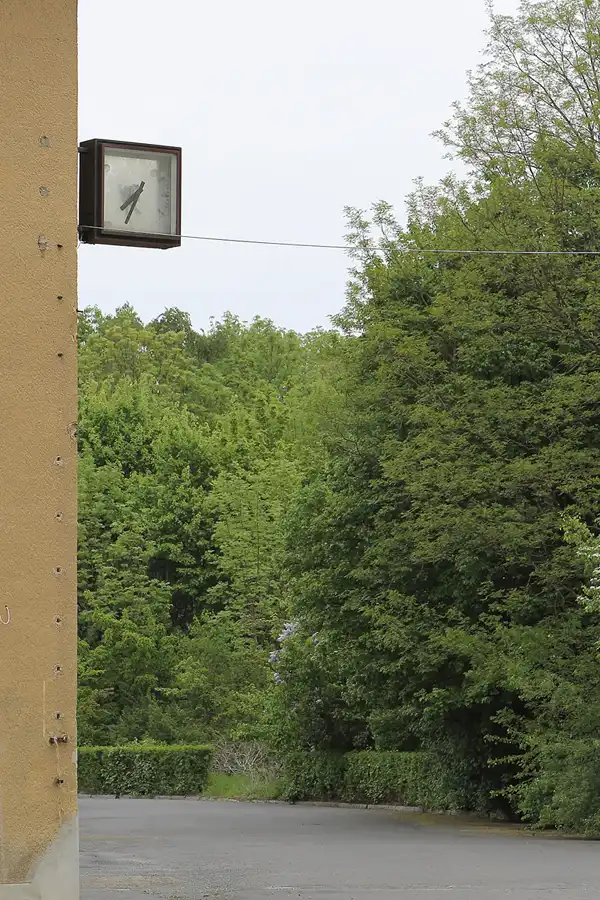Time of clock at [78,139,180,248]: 7:34
